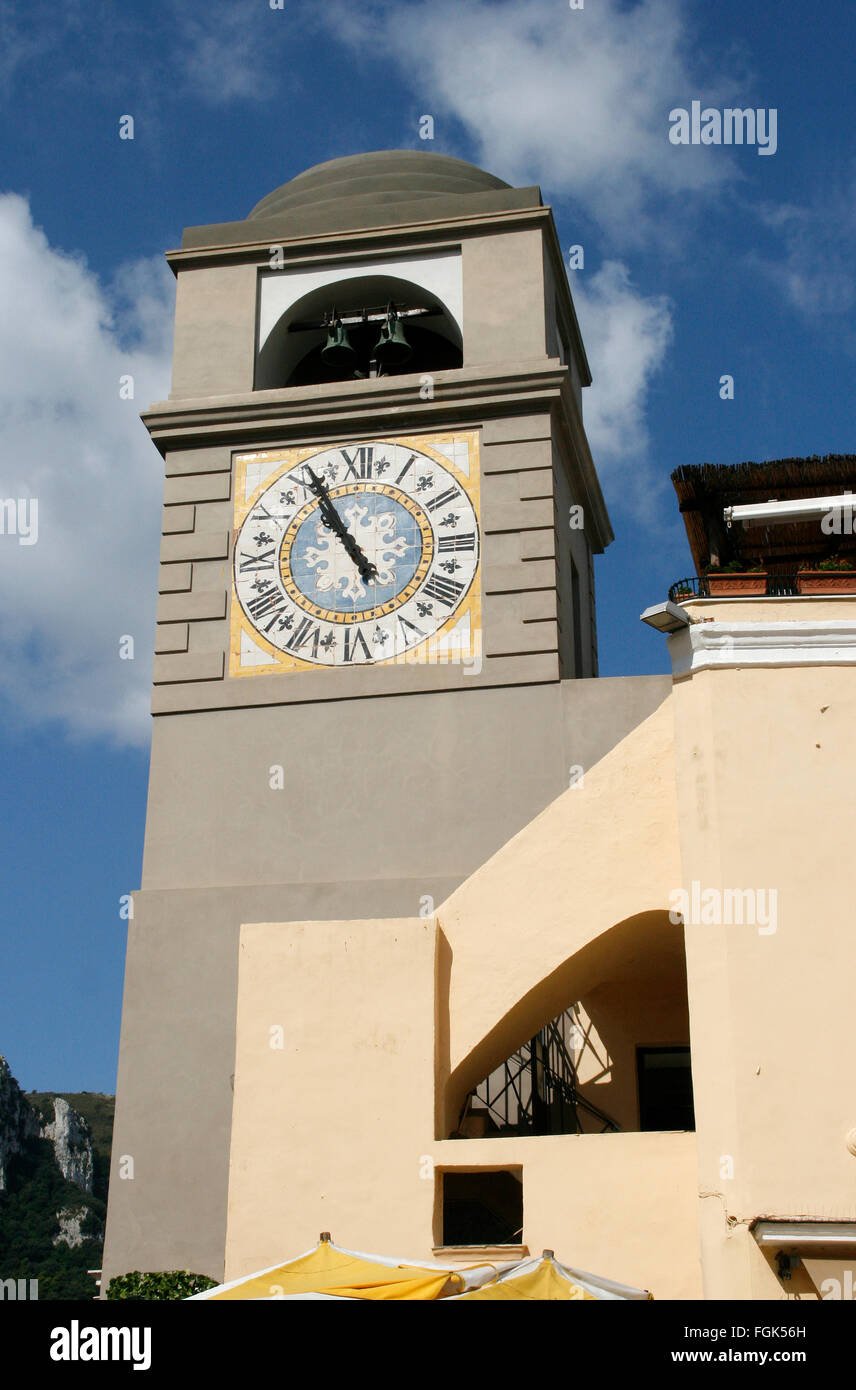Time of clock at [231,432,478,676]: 4:54
